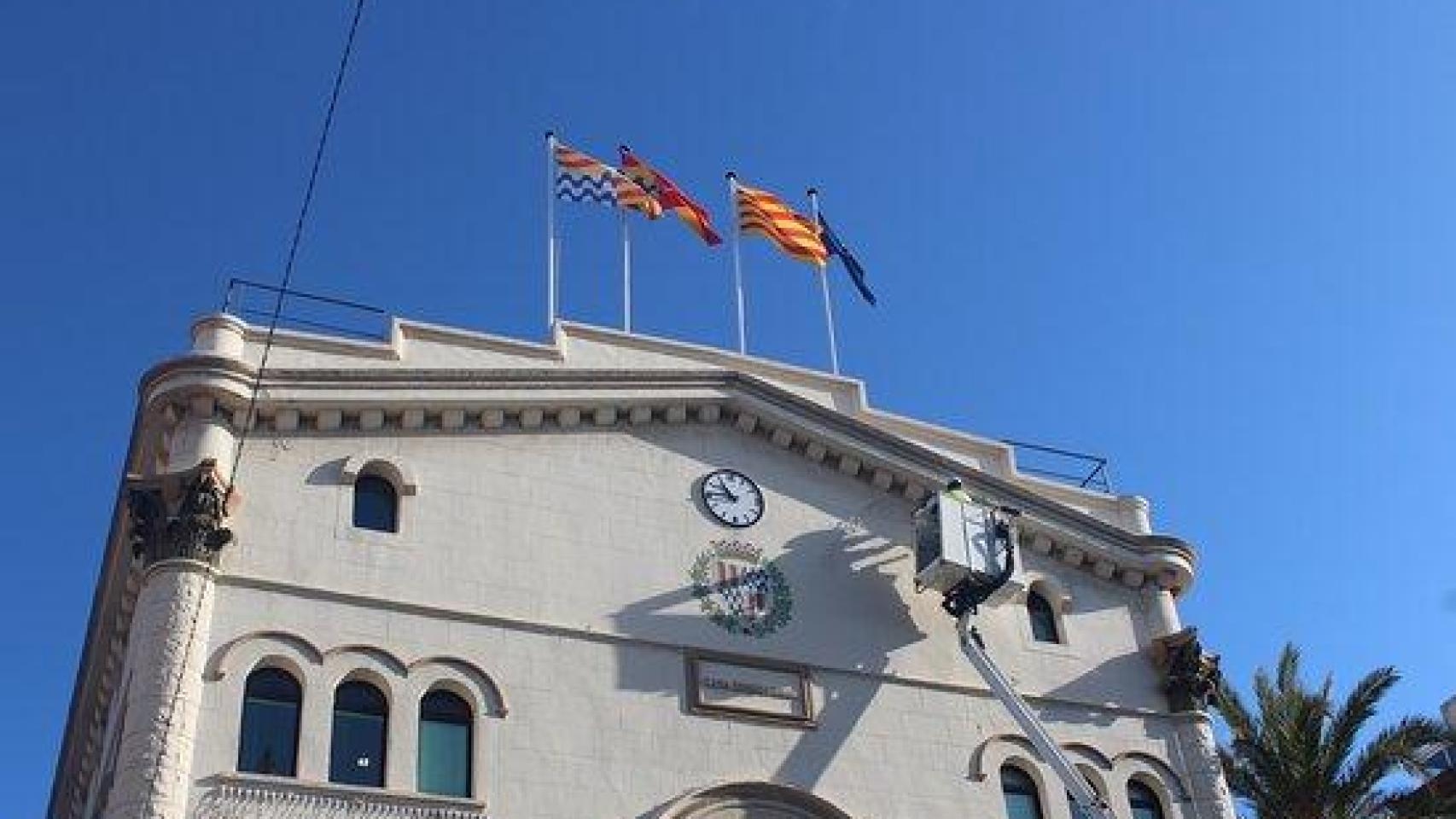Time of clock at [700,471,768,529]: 10:45
